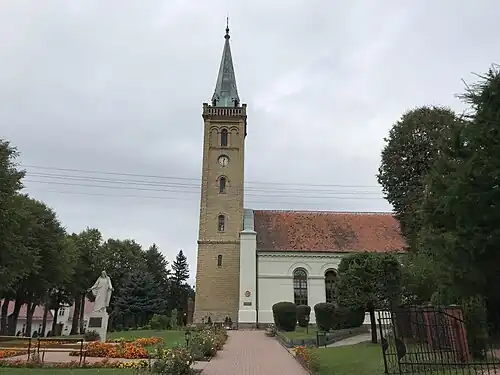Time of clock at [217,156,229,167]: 12:28
